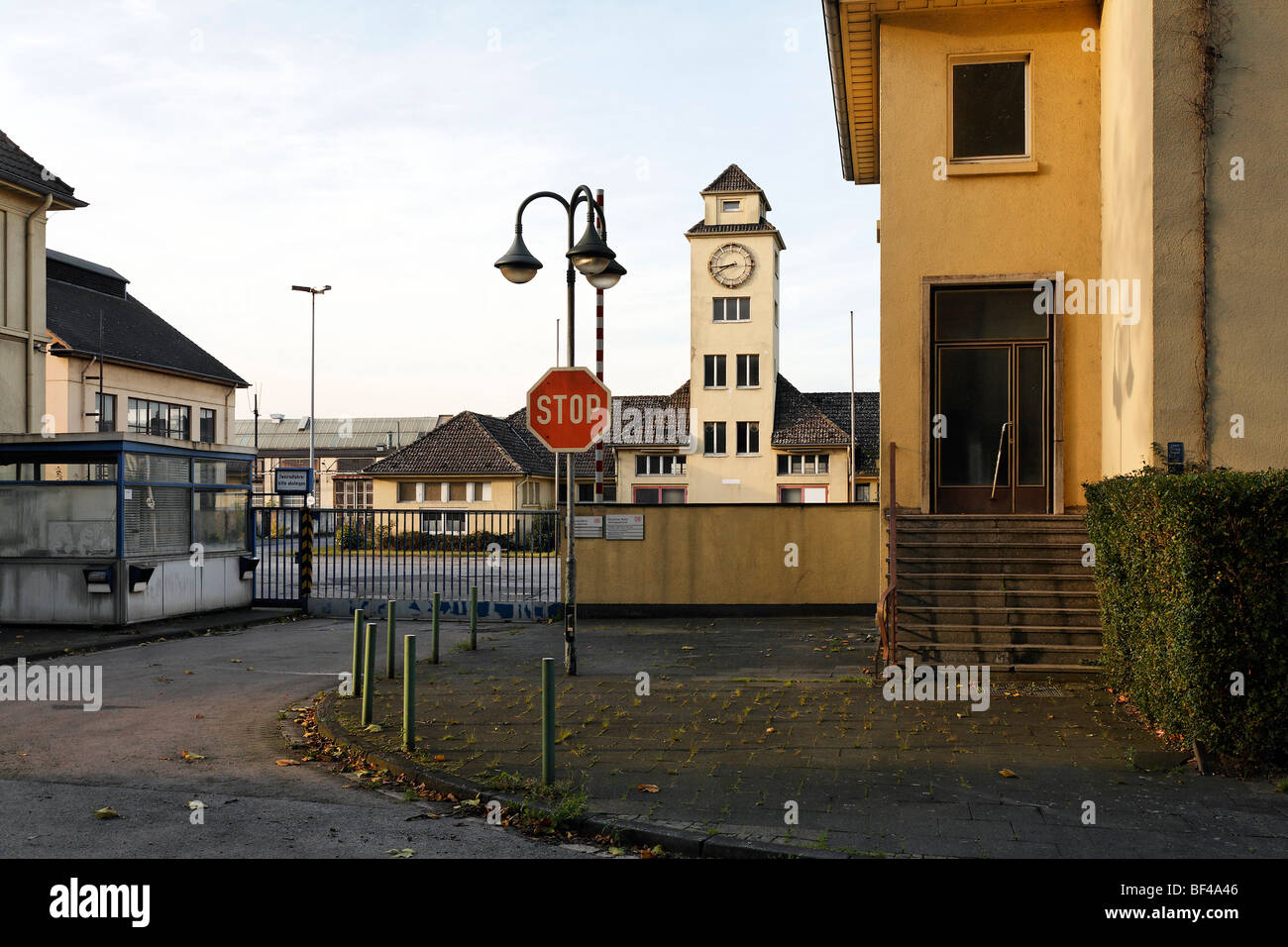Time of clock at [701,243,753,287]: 8:40
